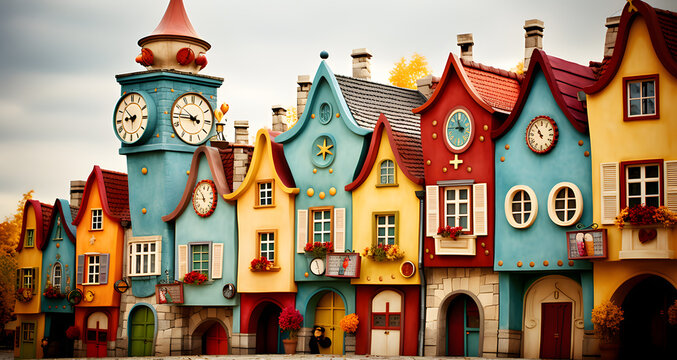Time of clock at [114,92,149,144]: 8:52
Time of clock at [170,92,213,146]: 3:43
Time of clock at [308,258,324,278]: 11:28
